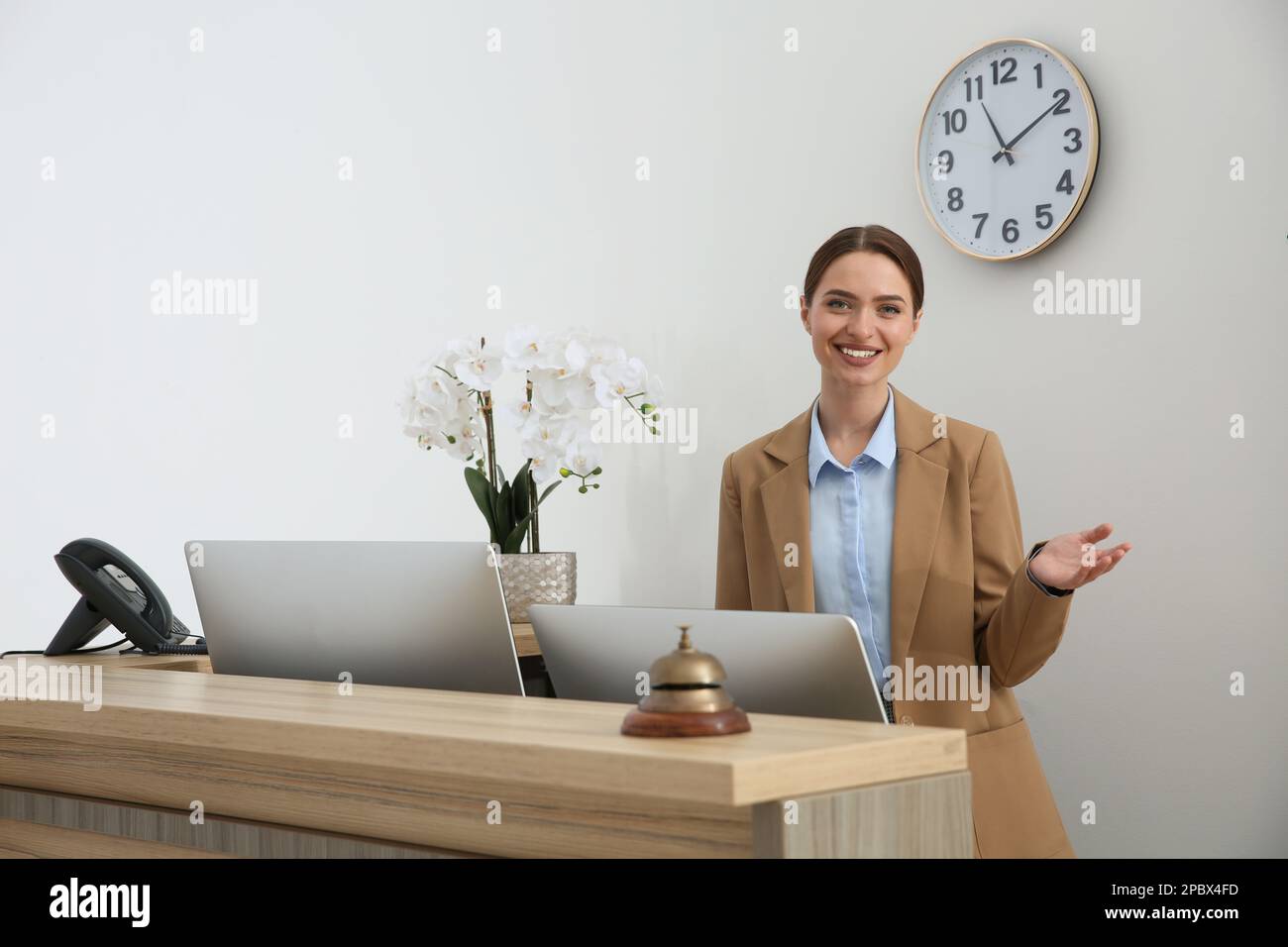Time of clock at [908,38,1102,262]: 11:09
